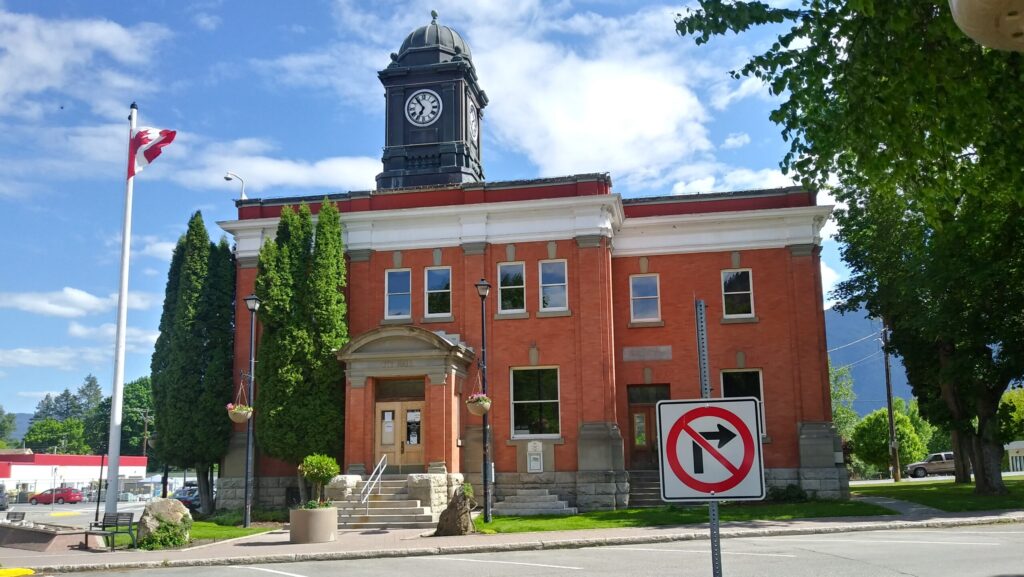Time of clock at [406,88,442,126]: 6:53
